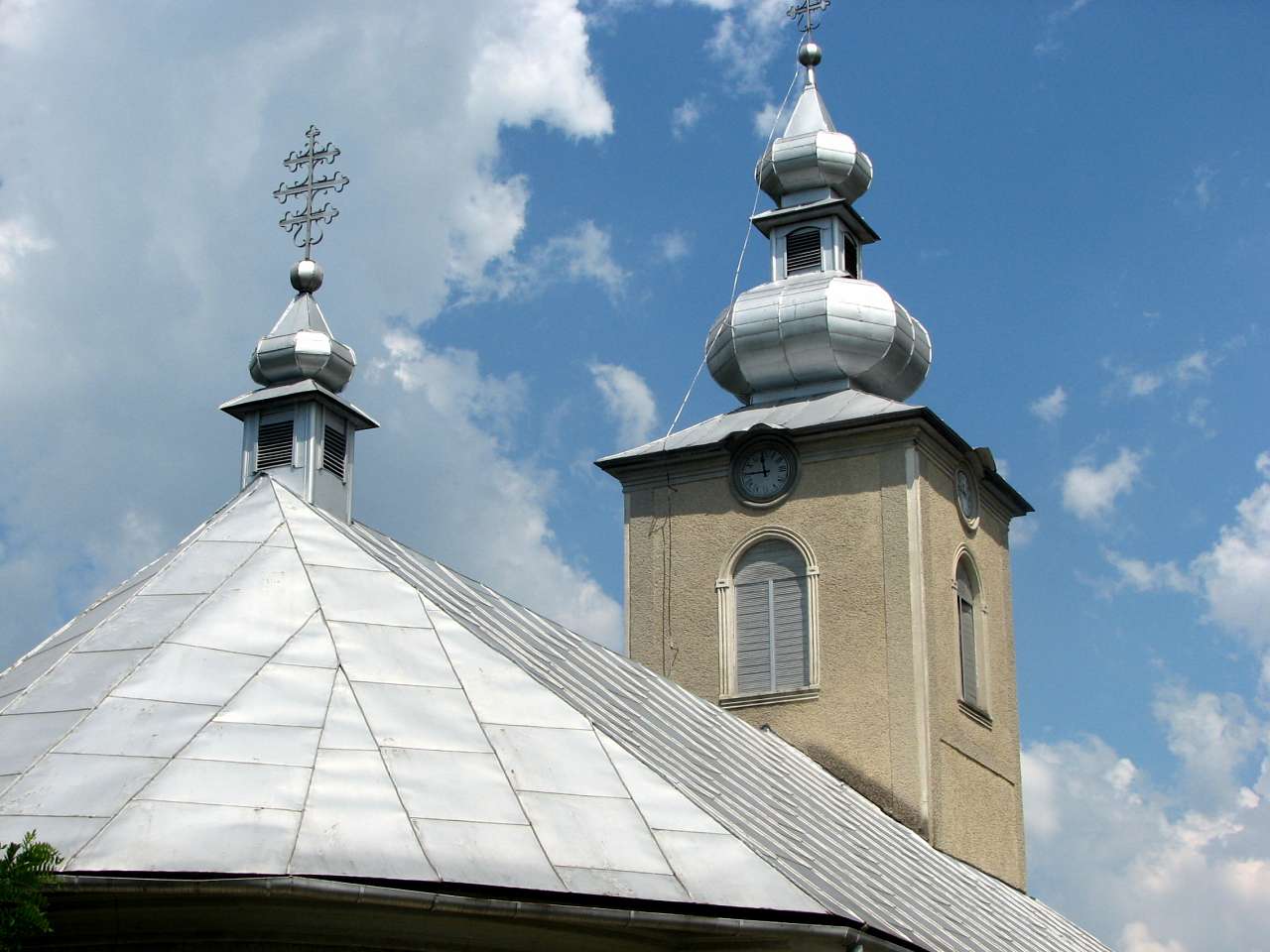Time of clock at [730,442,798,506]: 11:44
